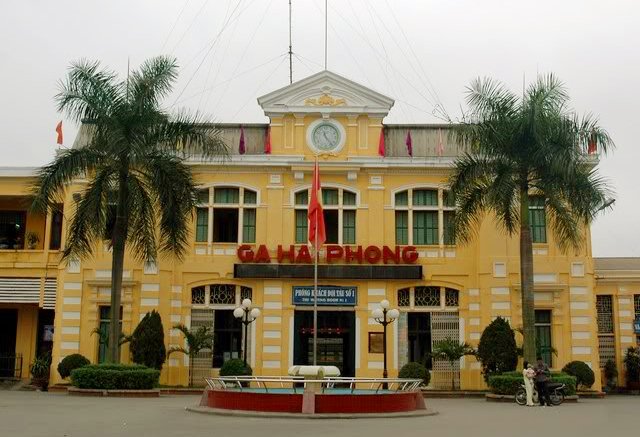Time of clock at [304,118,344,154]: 11:23
